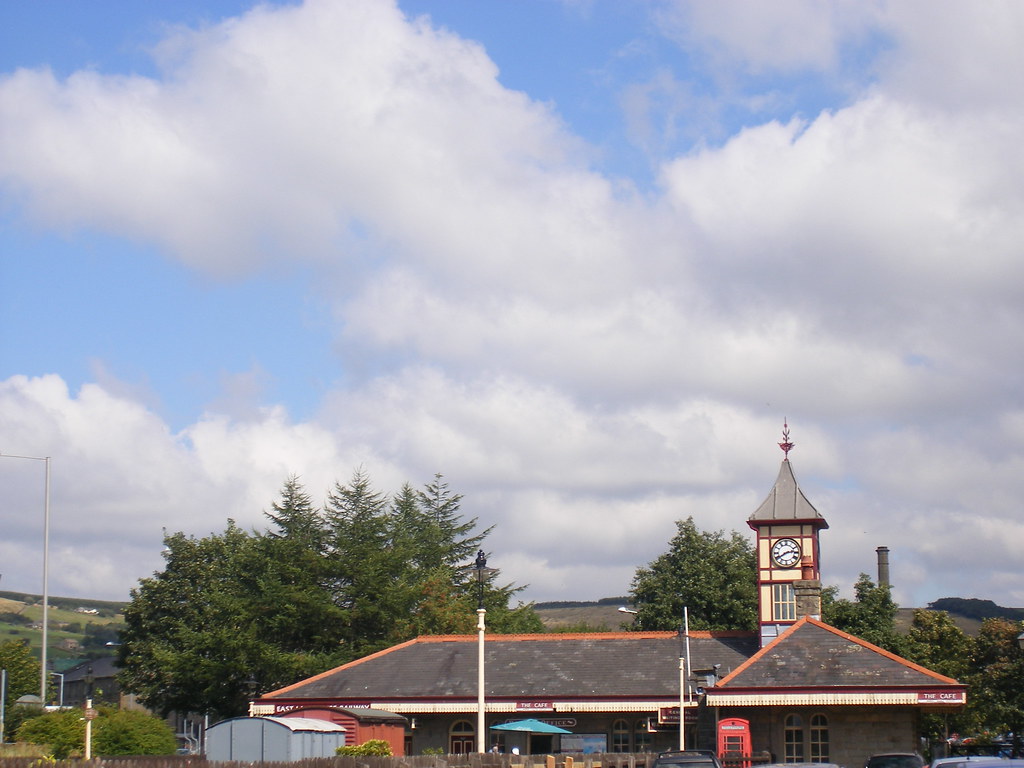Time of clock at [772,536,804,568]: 2:39
